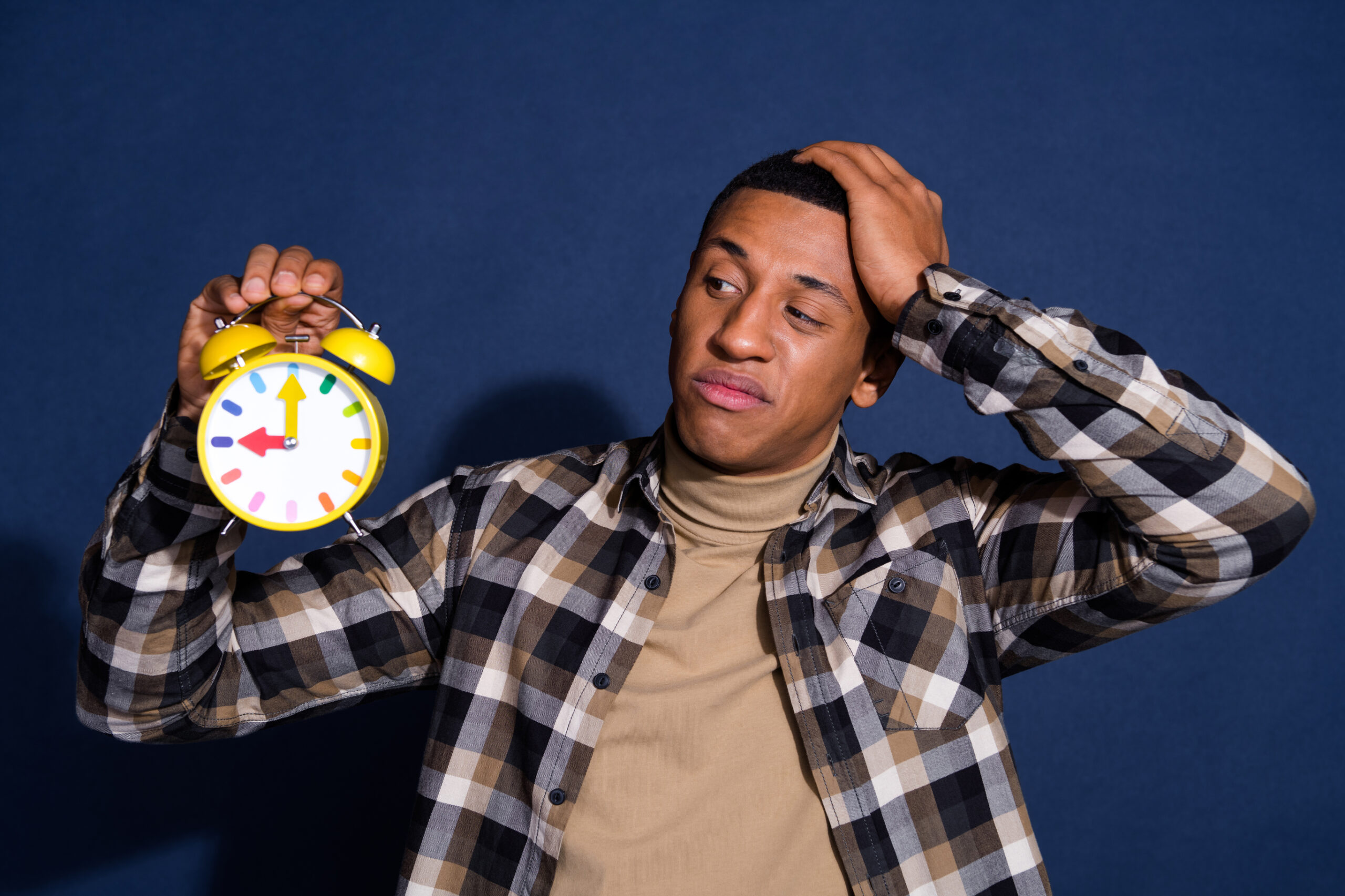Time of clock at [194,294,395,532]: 9:00
